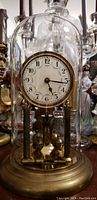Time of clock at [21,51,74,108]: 5:16
